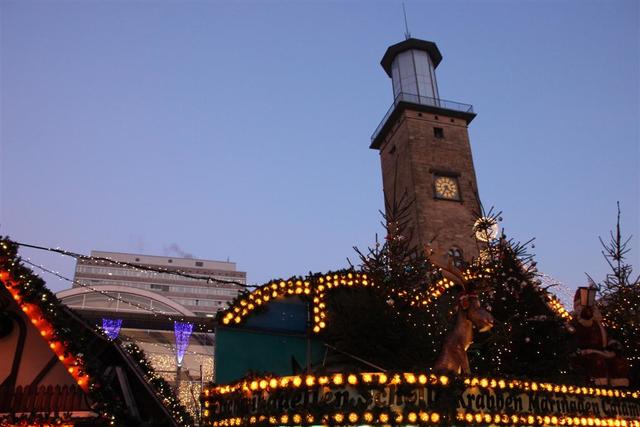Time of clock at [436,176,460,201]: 4:35
